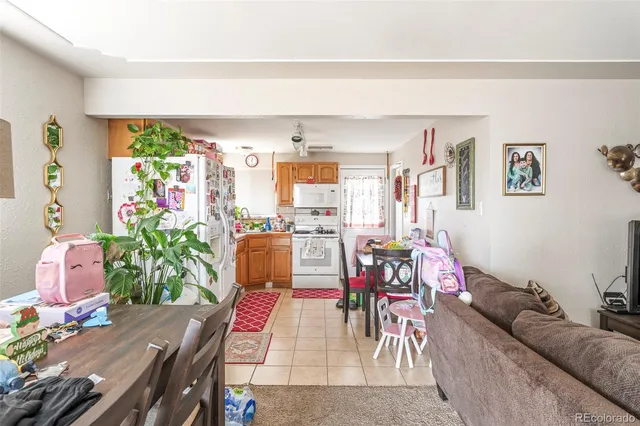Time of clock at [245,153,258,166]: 12:27
